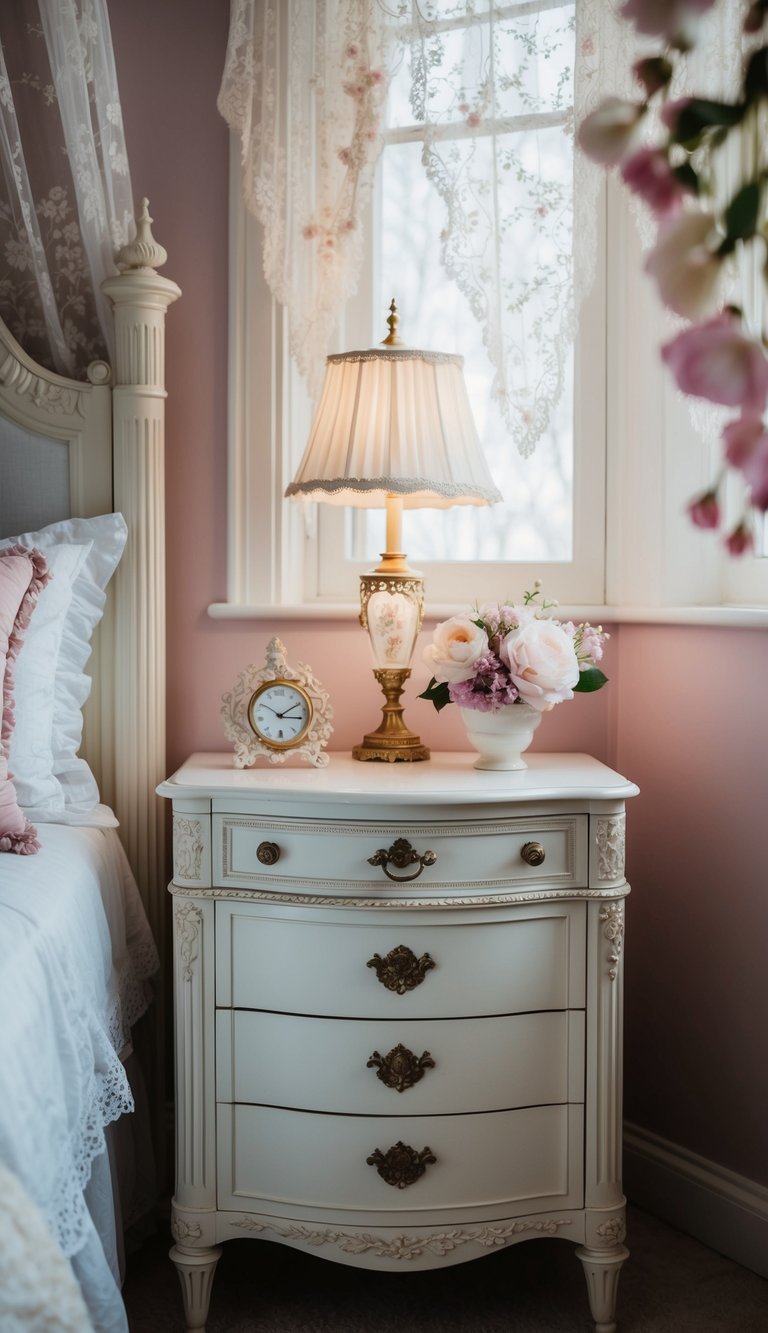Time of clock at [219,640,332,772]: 3:09
